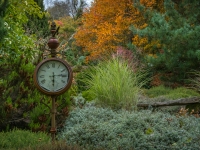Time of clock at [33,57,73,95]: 6:14
